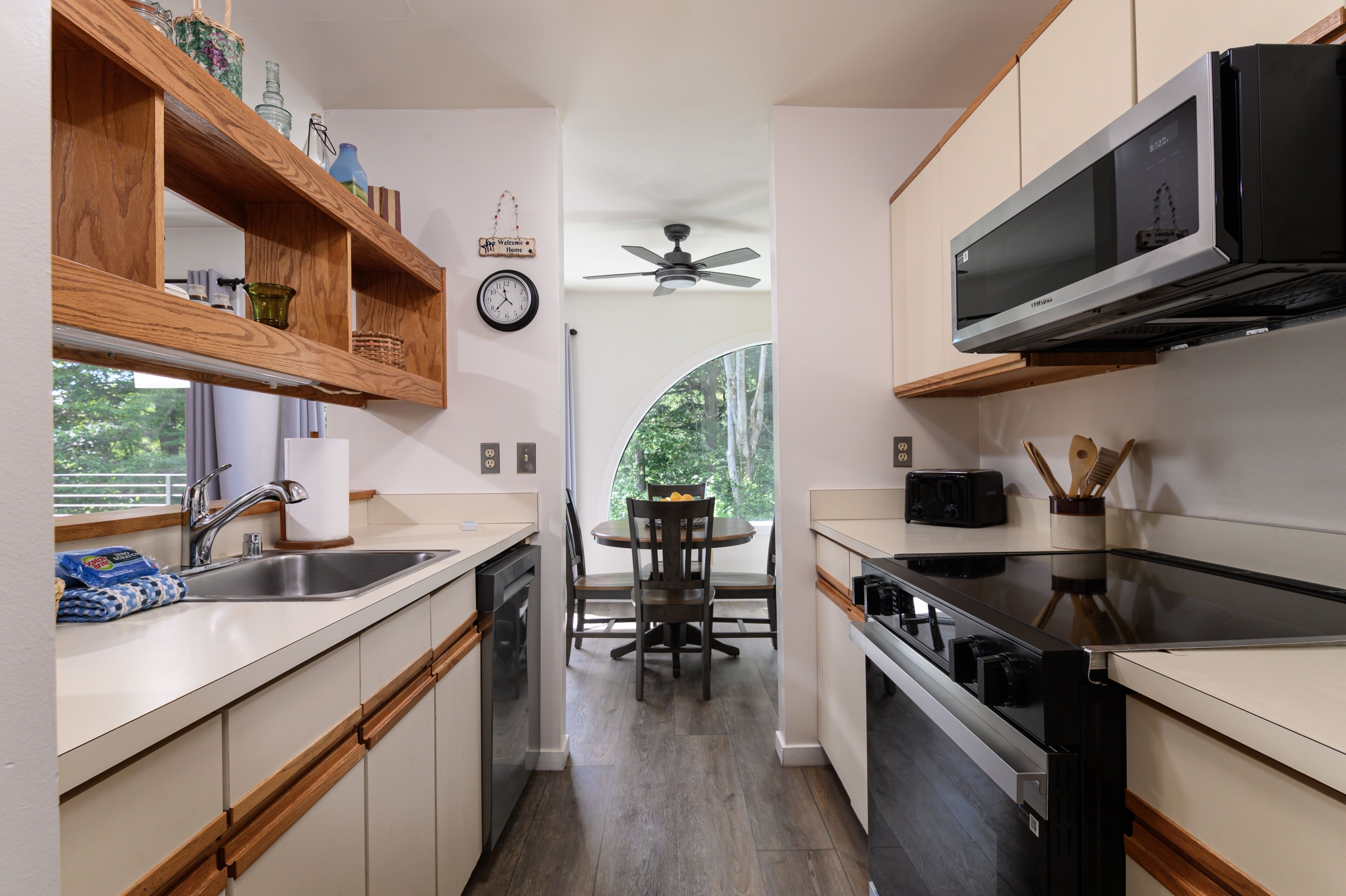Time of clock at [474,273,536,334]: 11:37
